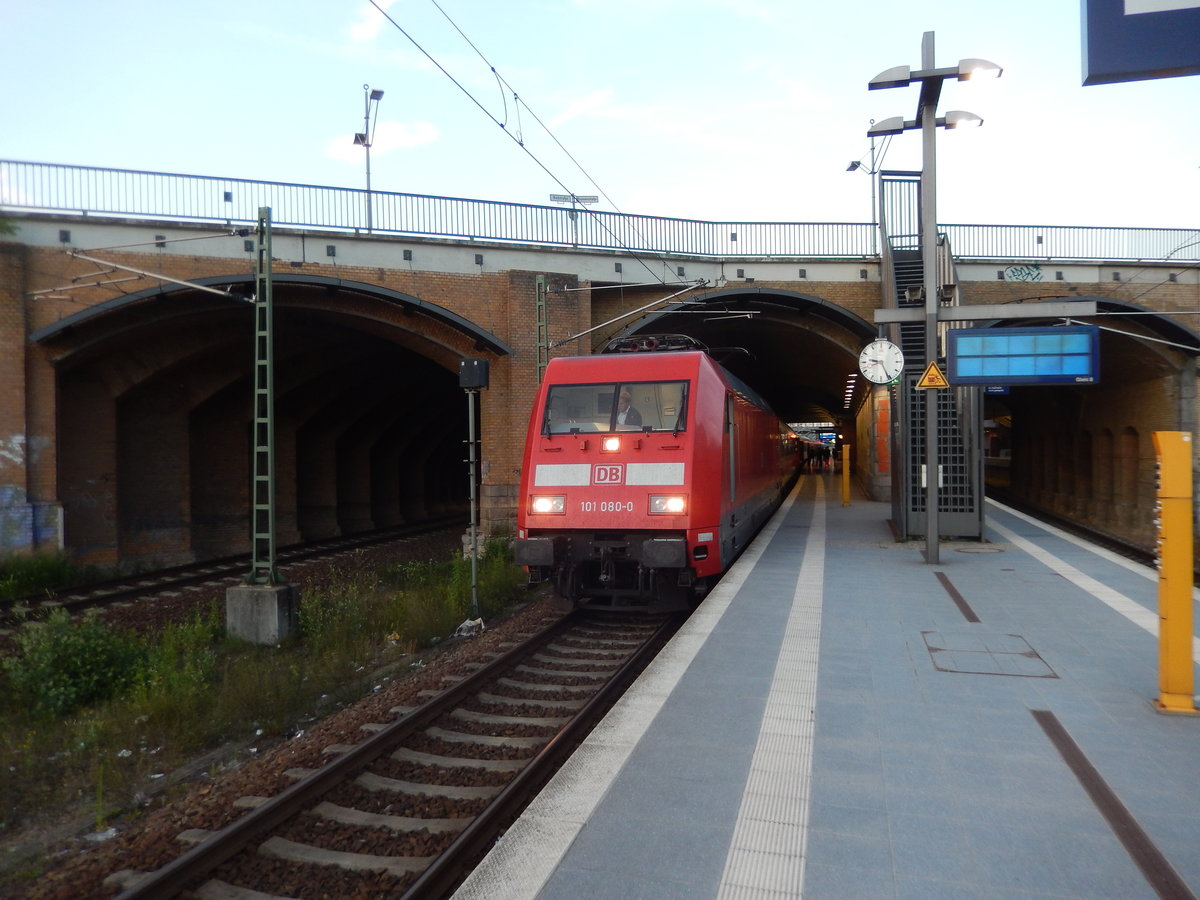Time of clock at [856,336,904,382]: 9:25
